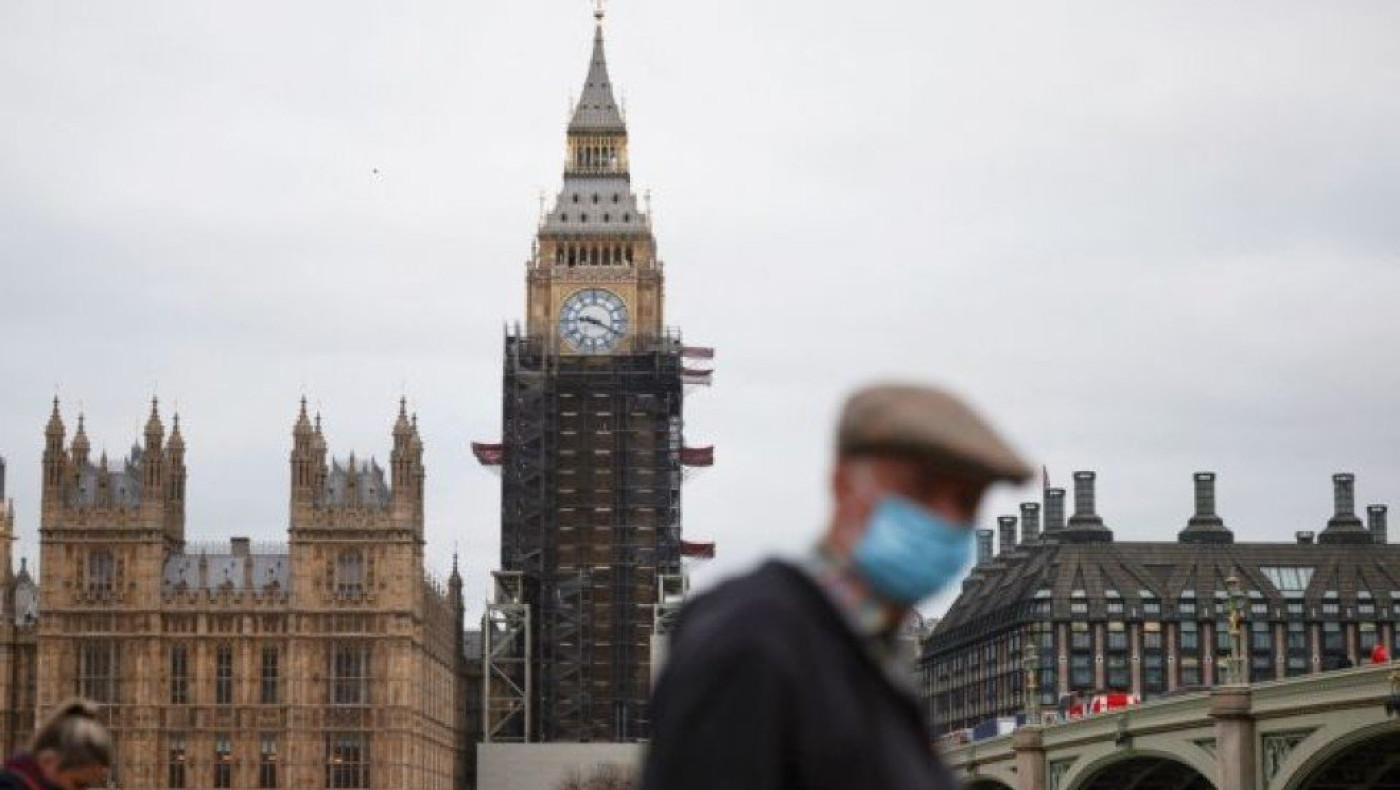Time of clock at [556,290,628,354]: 9:19
